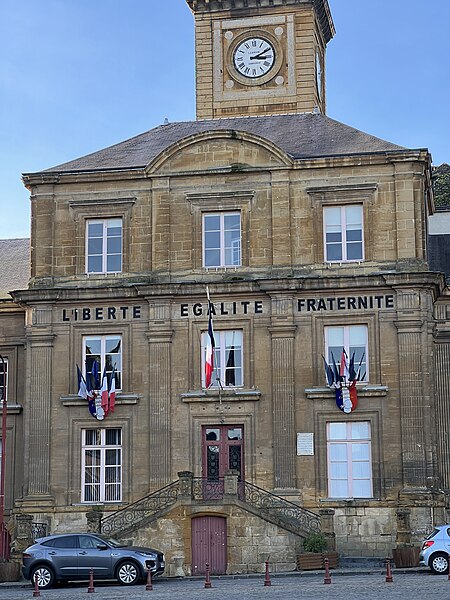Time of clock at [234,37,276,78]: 3:10
